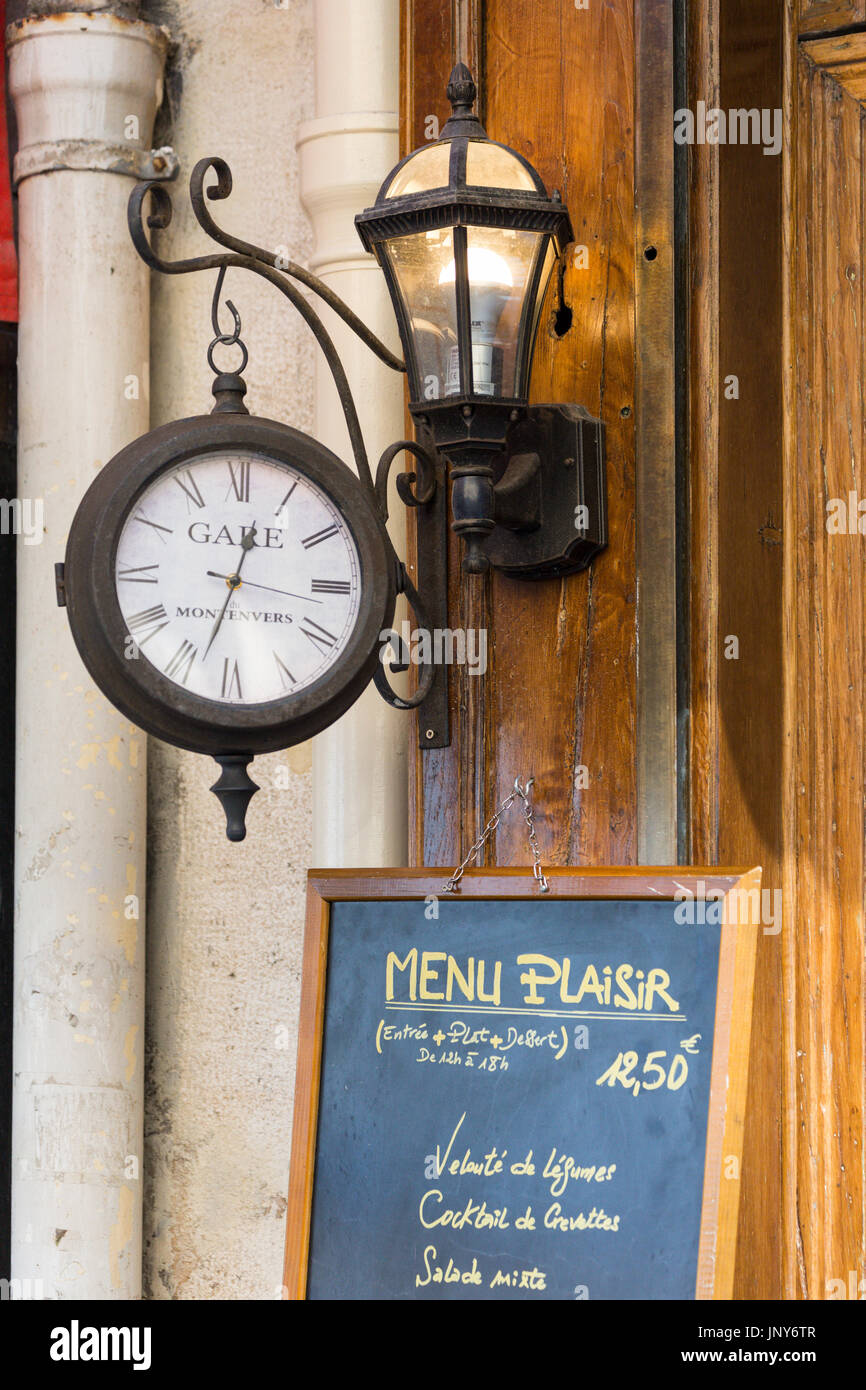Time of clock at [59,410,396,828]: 12:33
